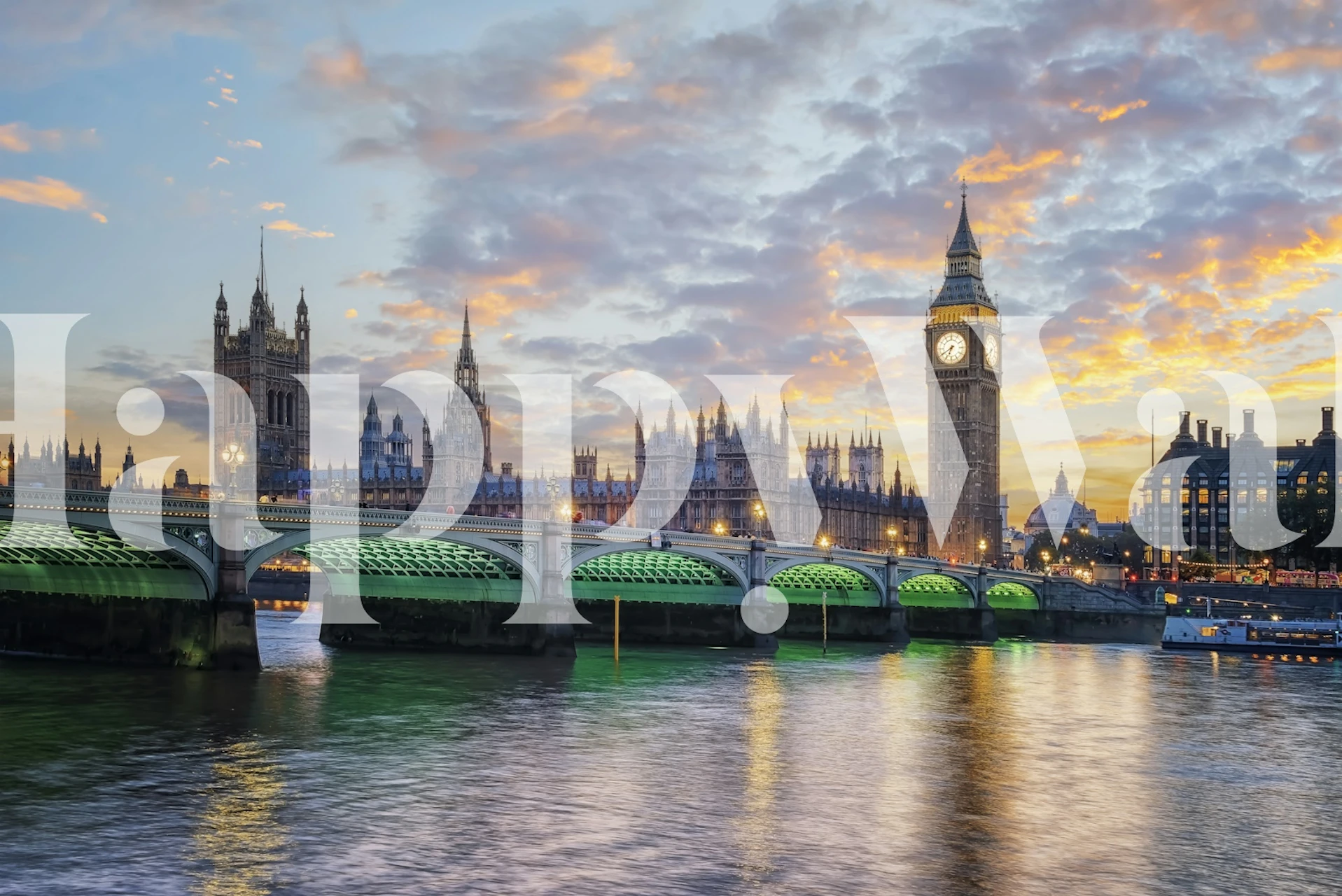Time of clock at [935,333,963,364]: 6:39
